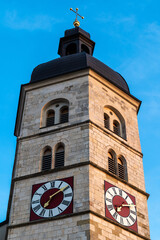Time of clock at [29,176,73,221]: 7:09
